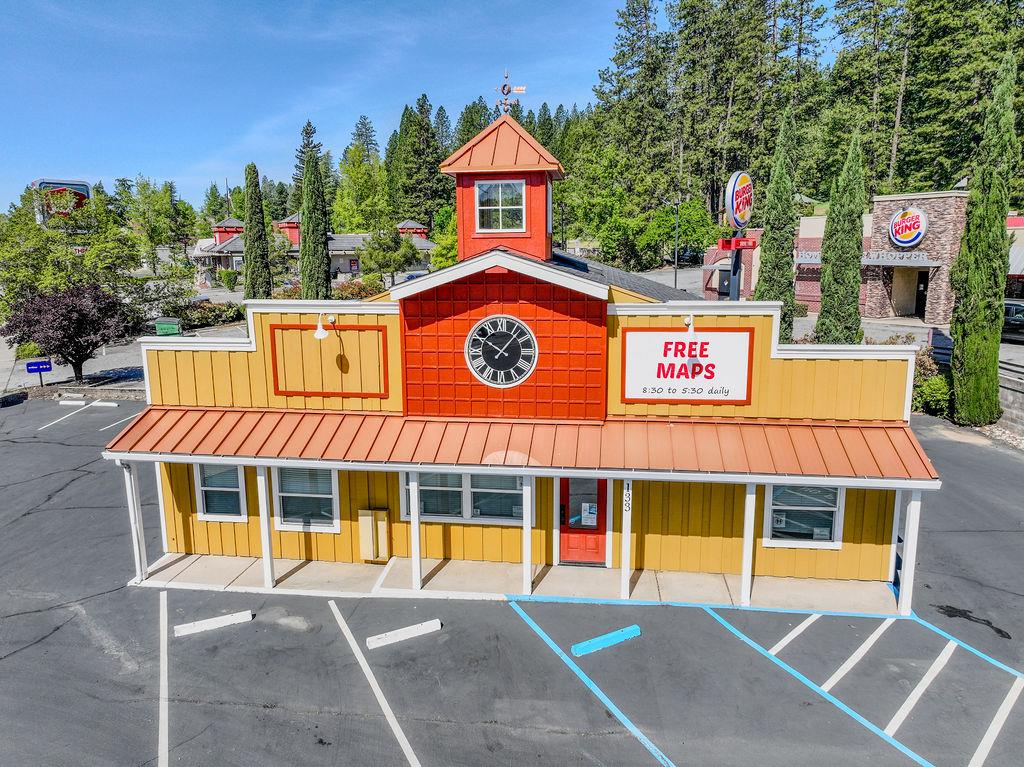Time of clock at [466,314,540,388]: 10:06
